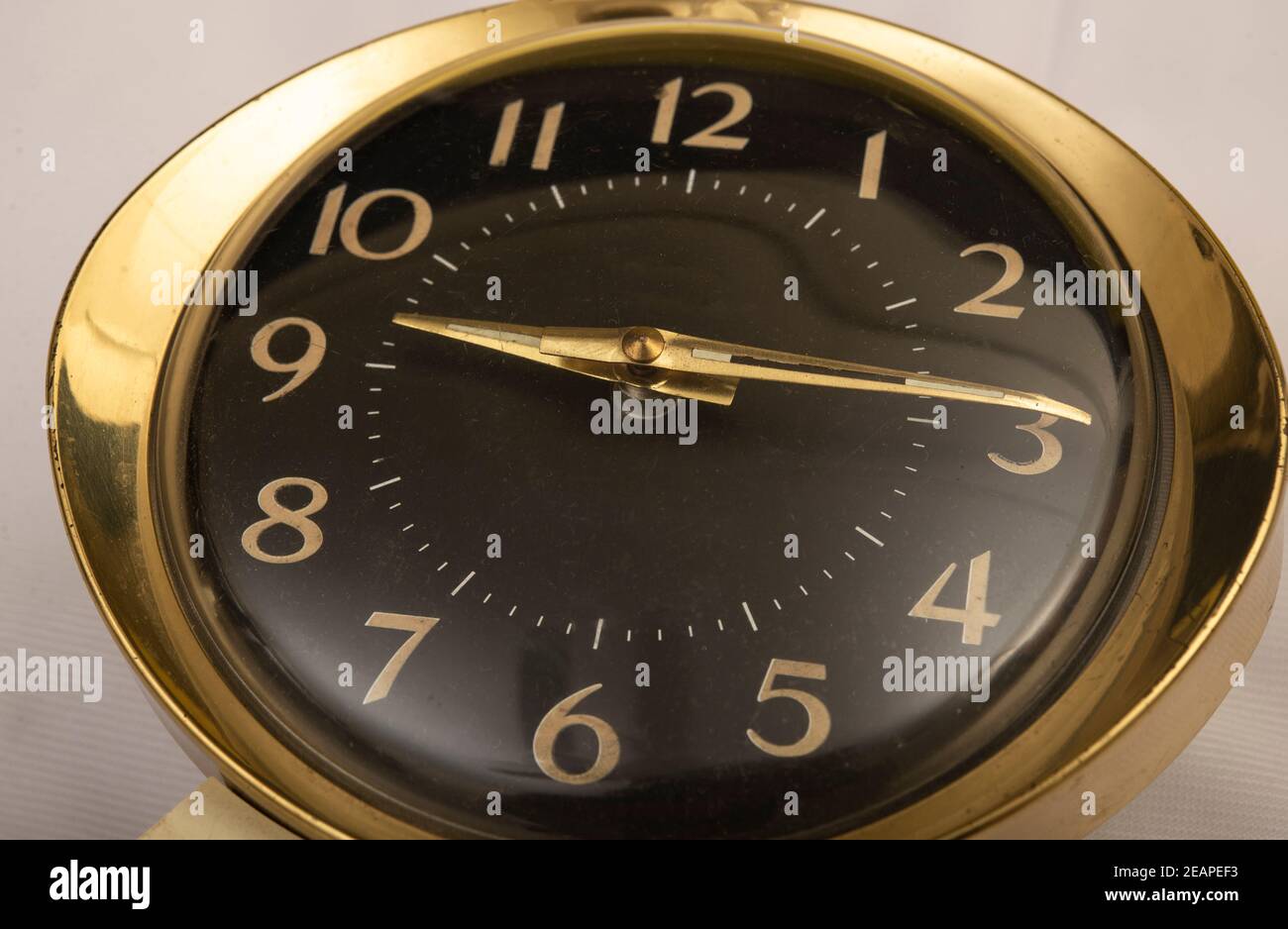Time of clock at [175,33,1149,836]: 9:14
